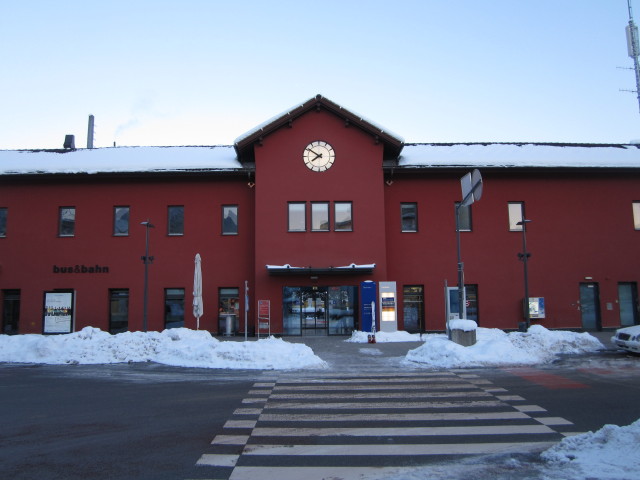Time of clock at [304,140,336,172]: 7:50
